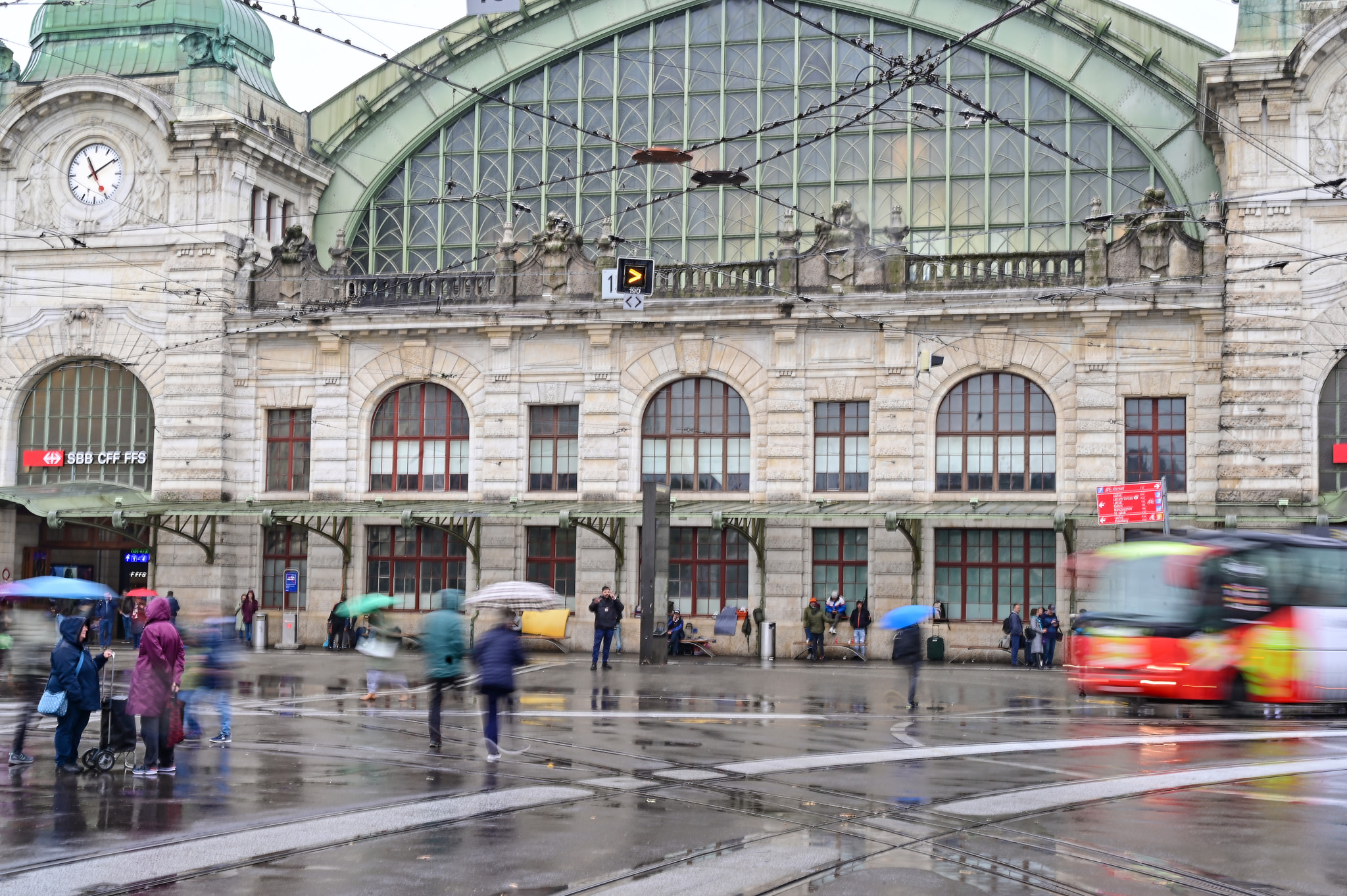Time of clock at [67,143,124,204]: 11:09
